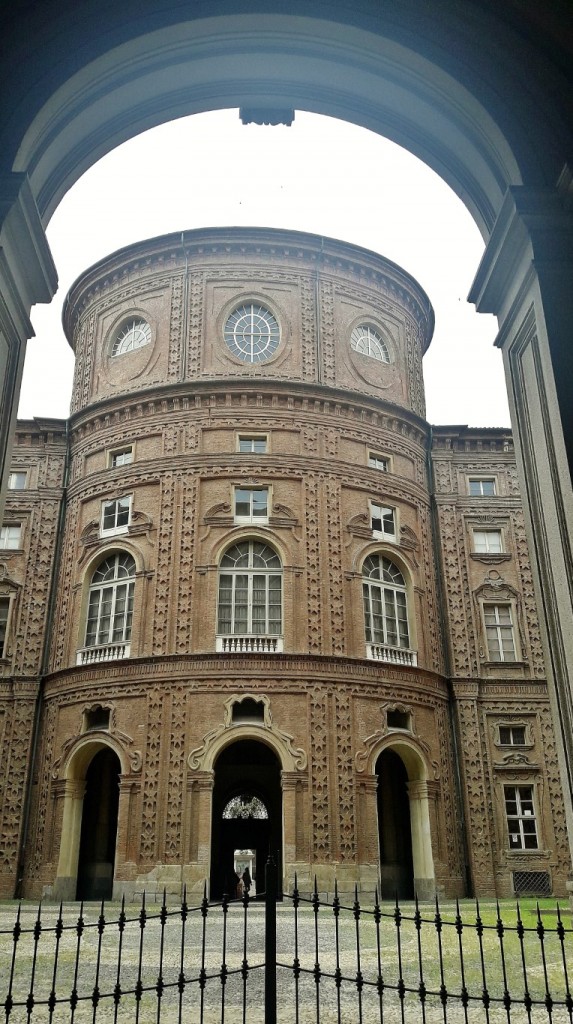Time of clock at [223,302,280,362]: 5:59
